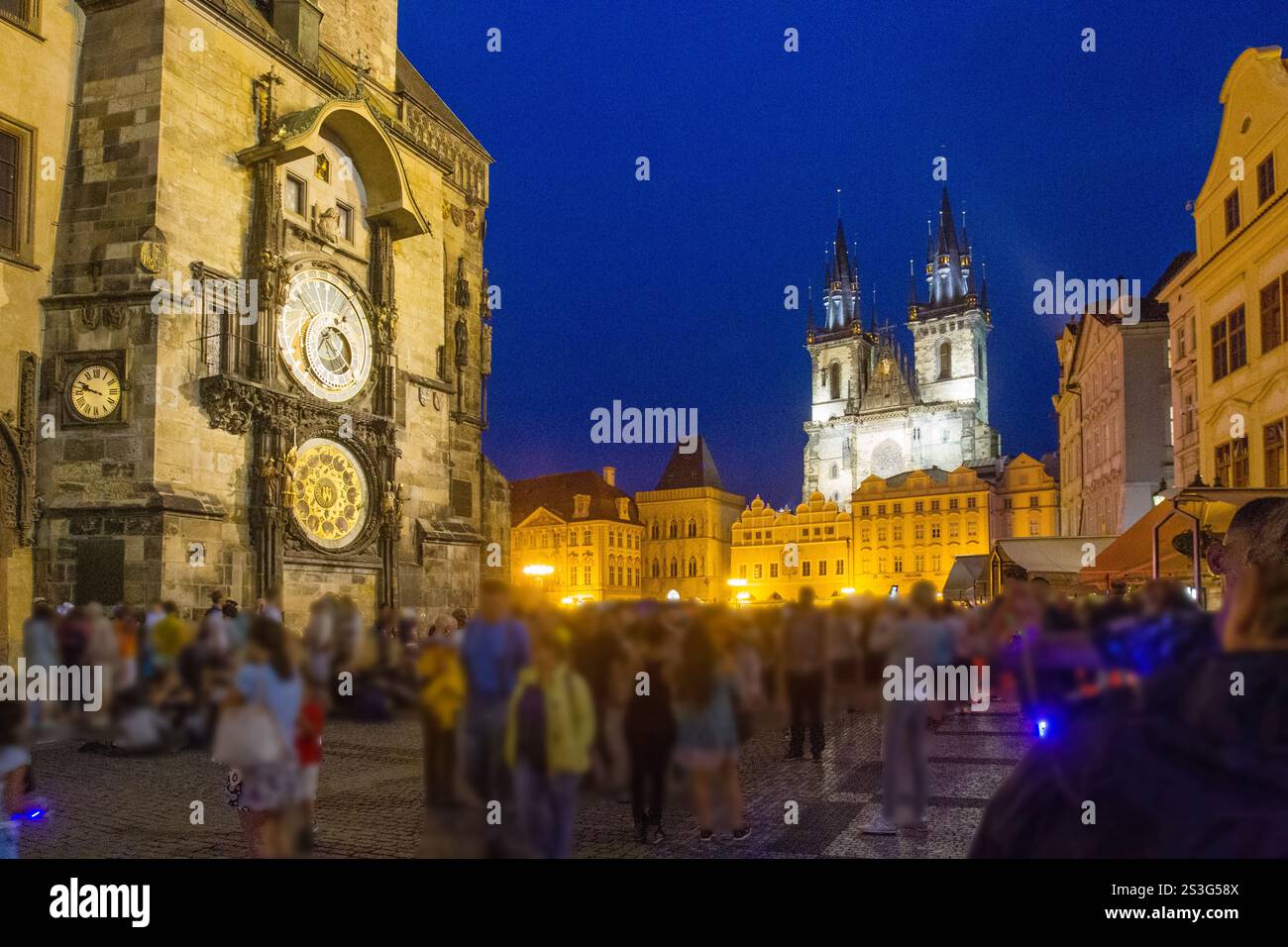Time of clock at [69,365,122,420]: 9:47
